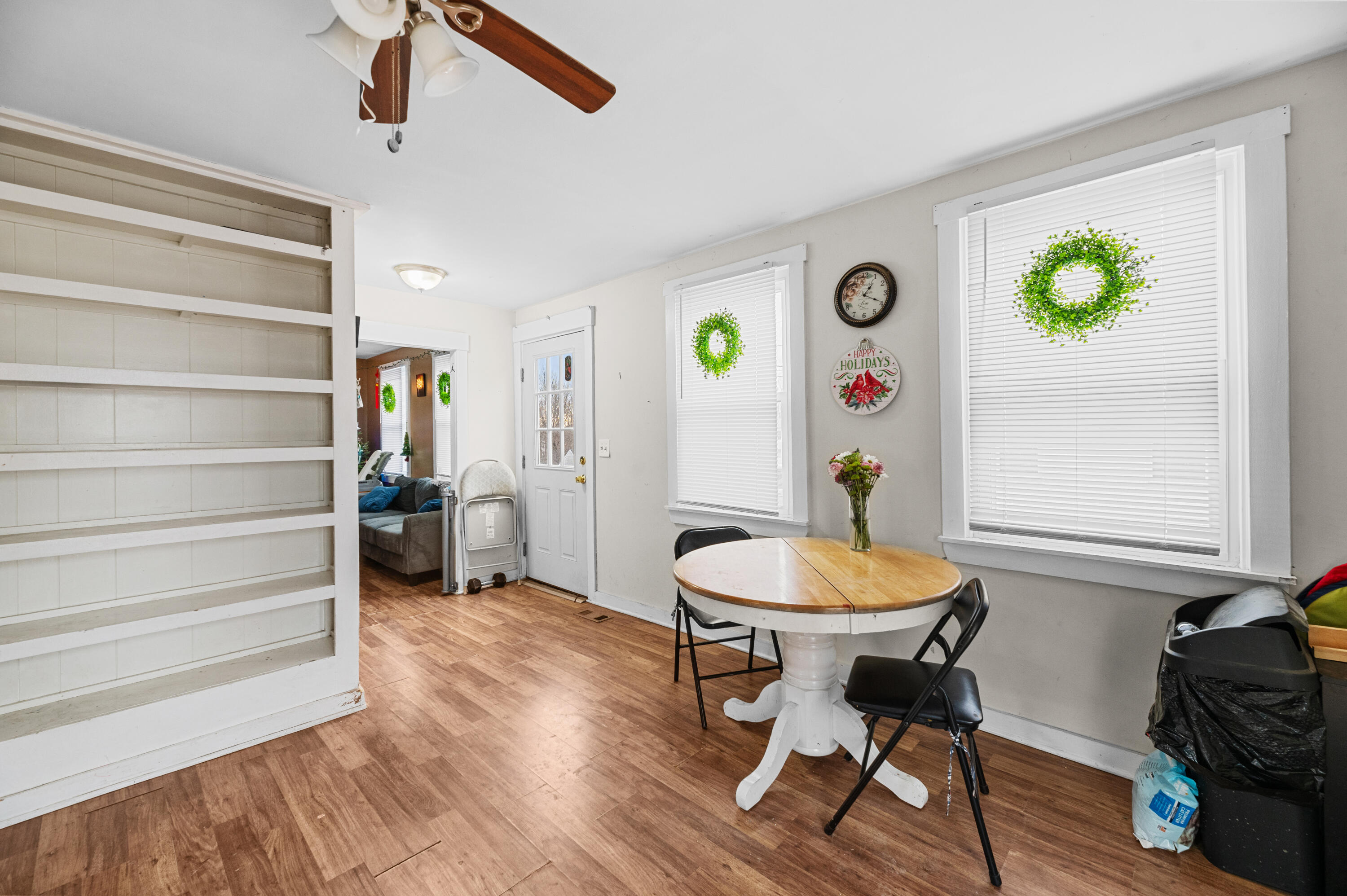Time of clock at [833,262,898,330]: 1:19
